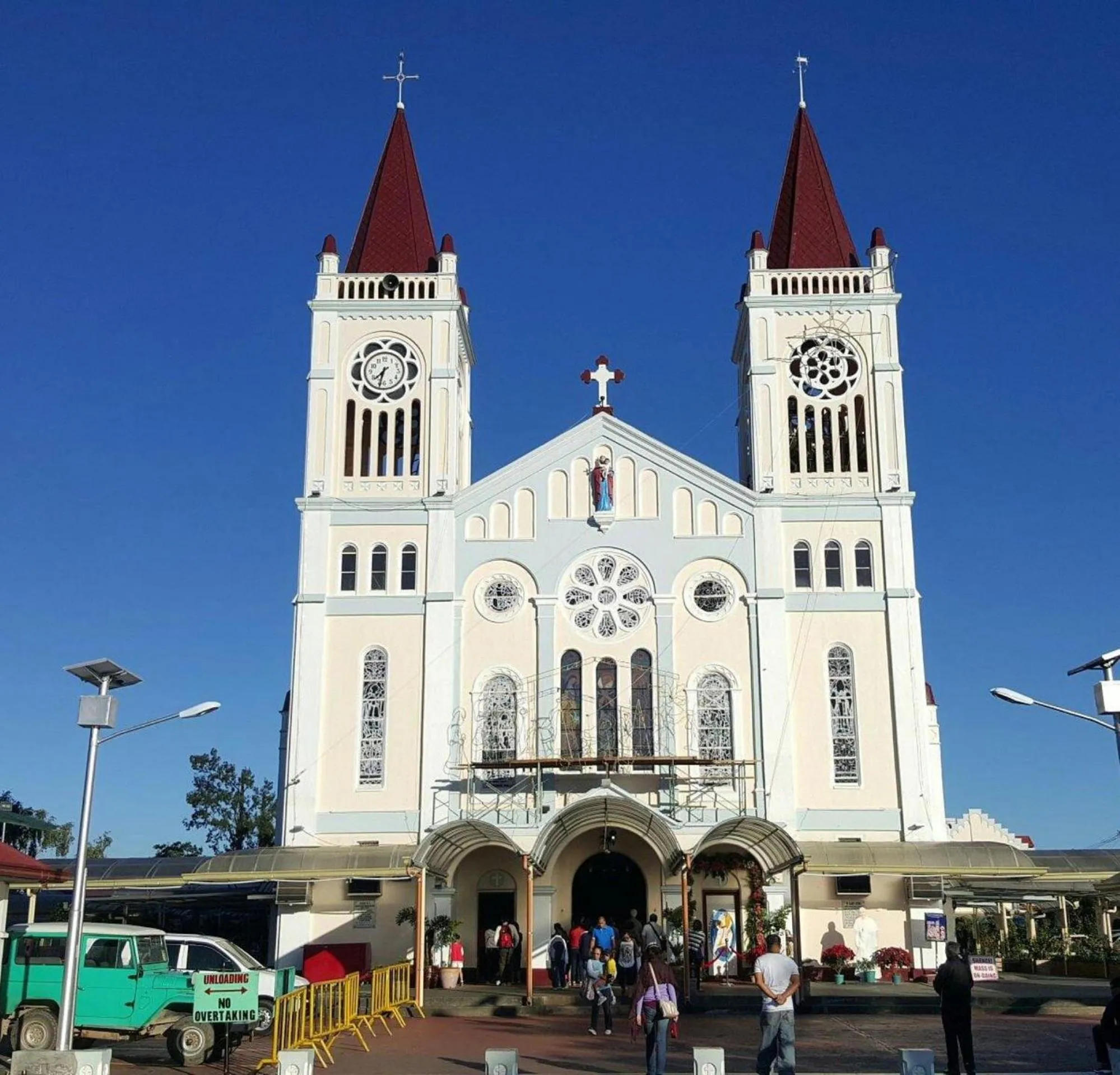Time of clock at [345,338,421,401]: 7:32
